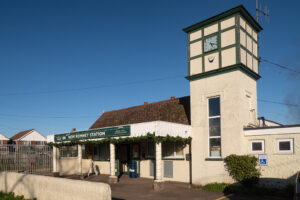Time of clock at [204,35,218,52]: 5:18
